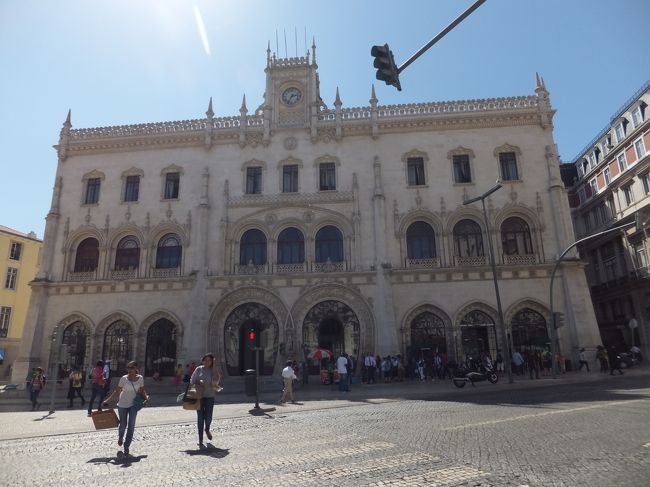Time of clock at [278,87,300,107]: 2:34
